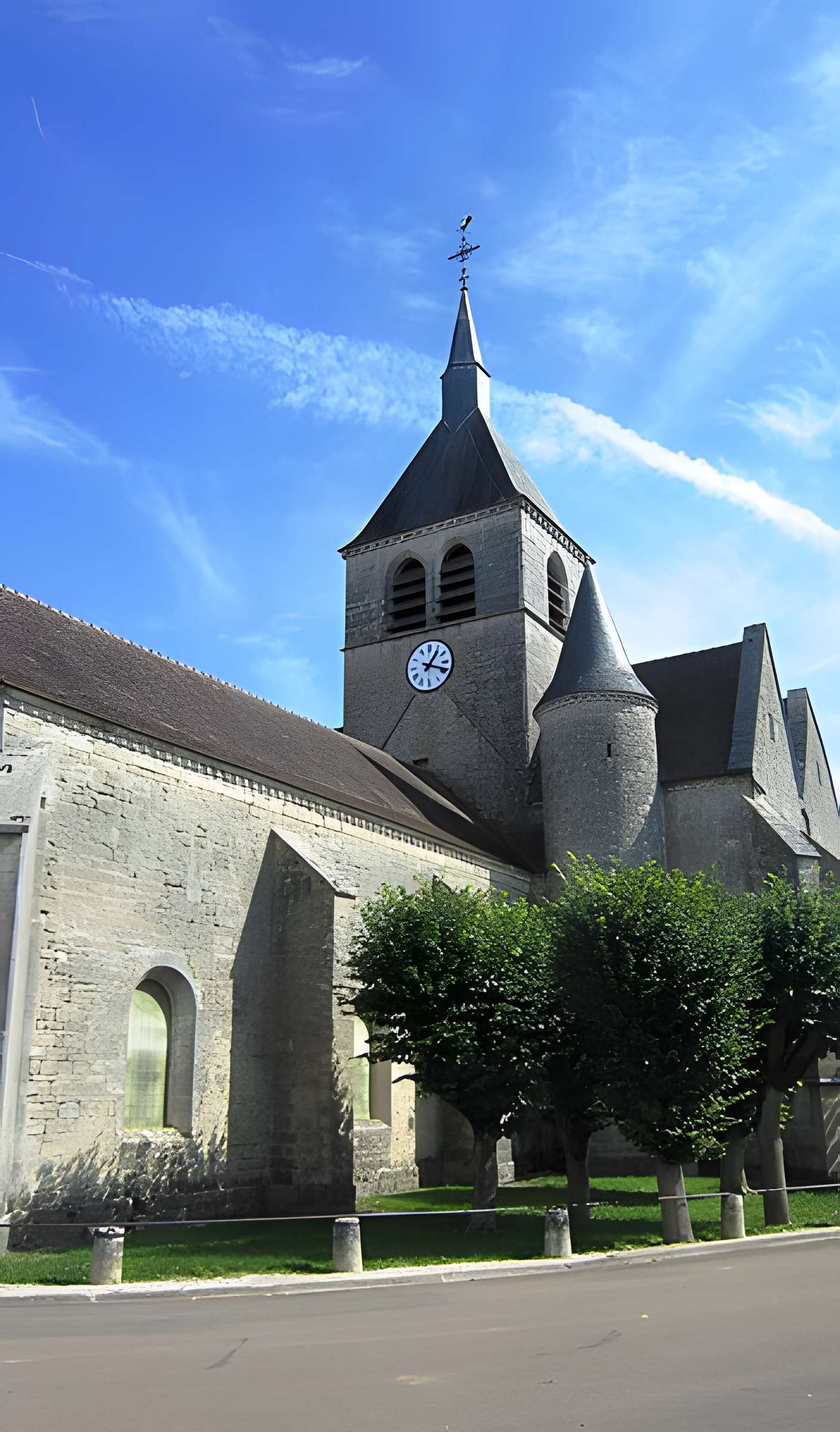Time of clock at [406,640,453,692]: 1:18
